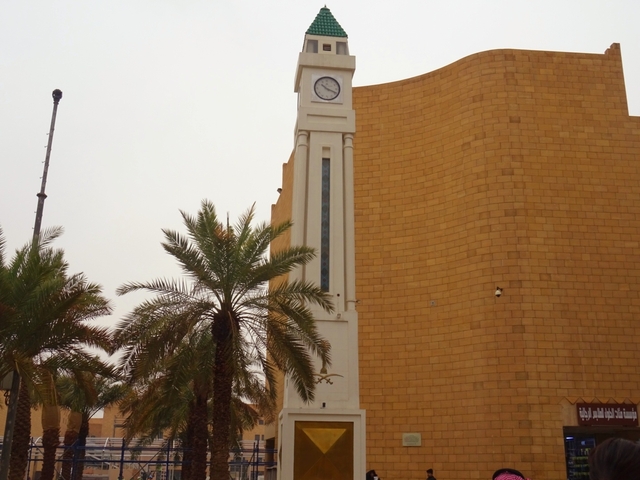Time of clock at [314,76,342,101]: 10:18
